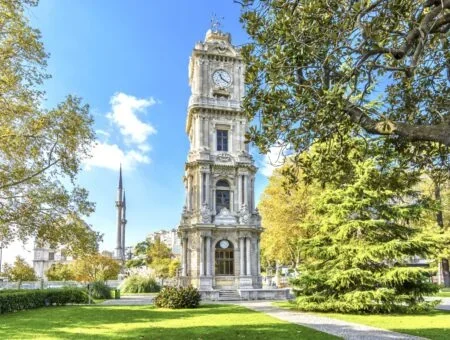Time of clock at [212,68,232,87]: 11:21
